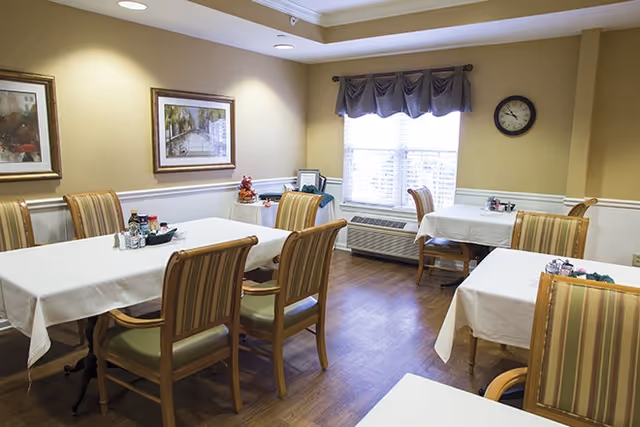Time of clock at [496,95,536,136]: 10:48
